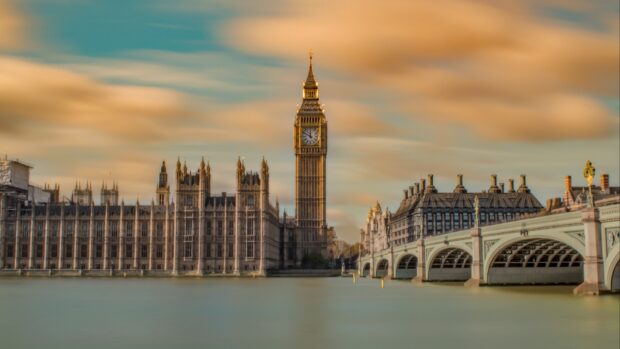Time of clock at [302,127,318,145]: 11:50
